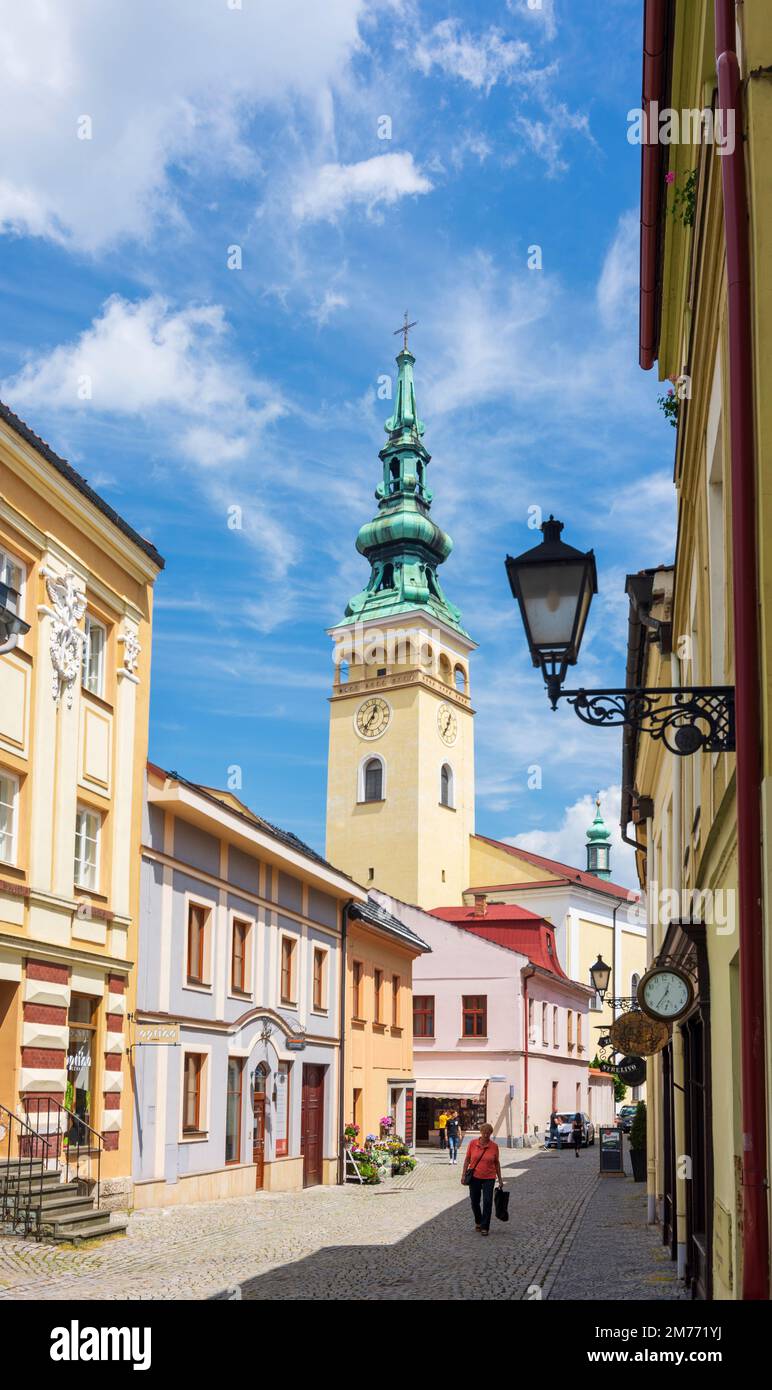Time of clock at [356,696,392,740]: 12:36
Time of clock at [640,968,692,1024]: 12:36
